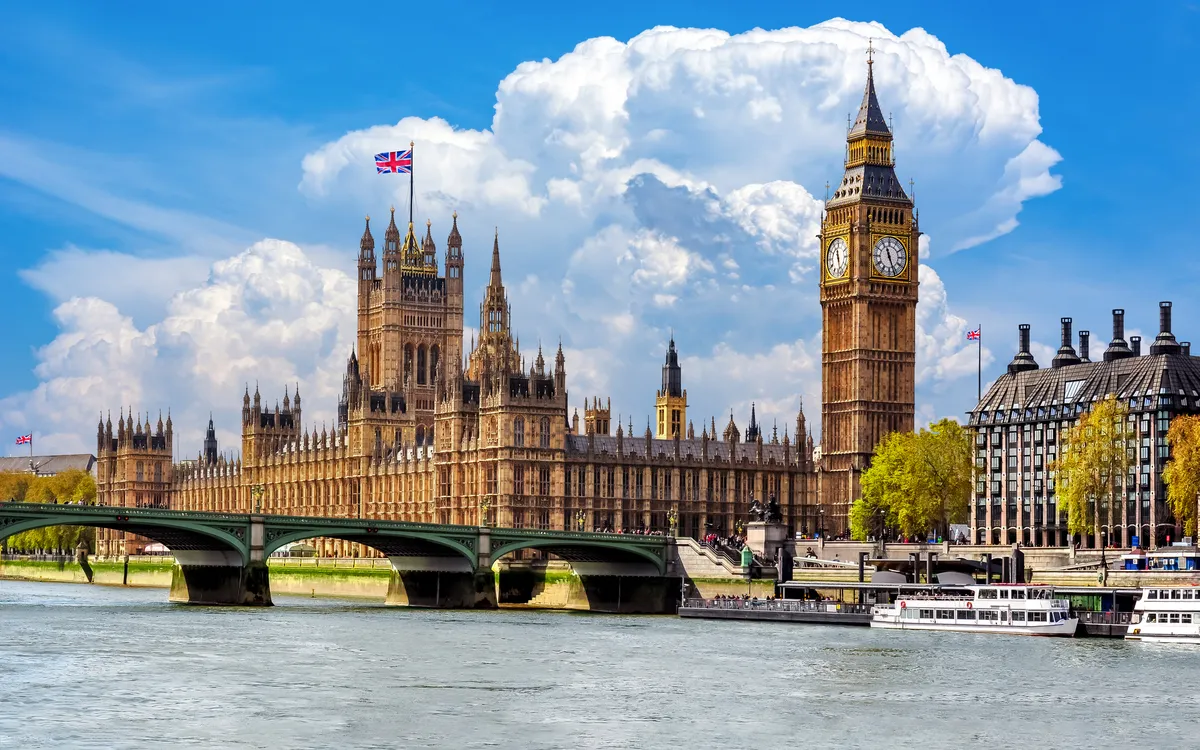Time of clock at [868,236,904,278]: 11:26
